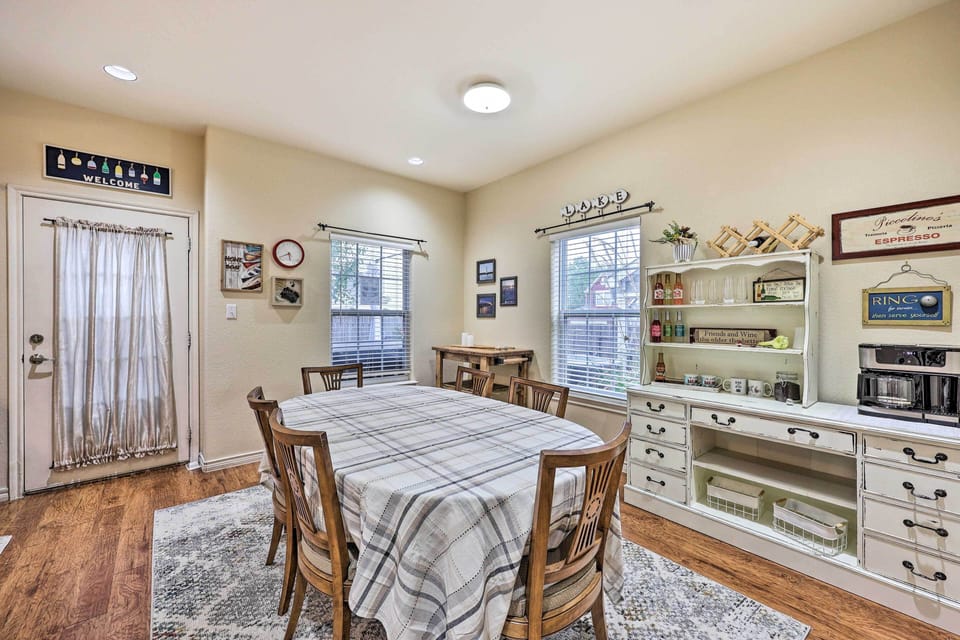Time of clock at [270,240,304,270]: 5:40
